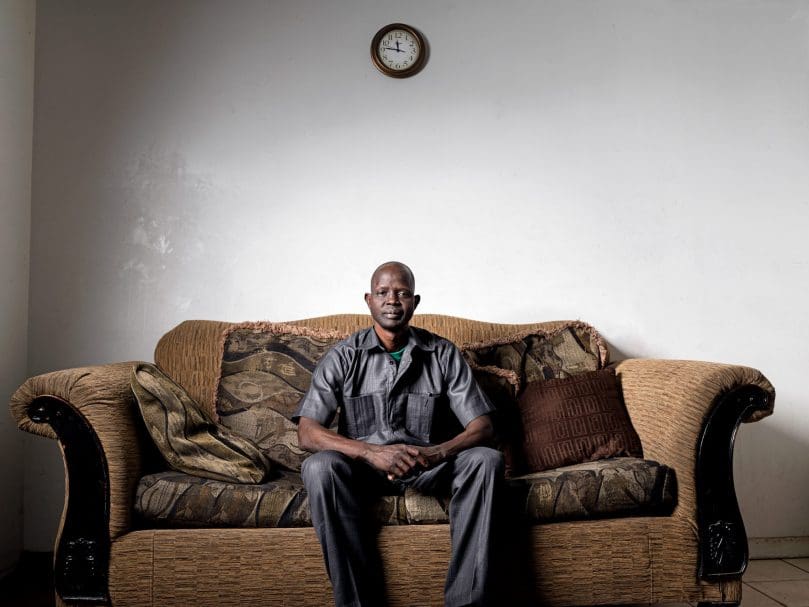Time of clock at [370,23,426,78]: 11:46
